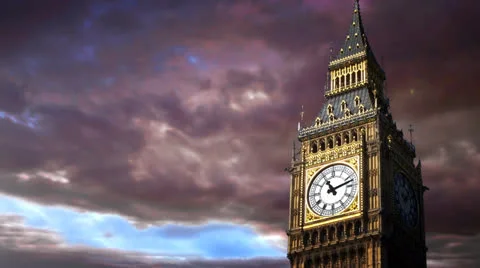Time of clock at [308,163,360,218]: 11:12
